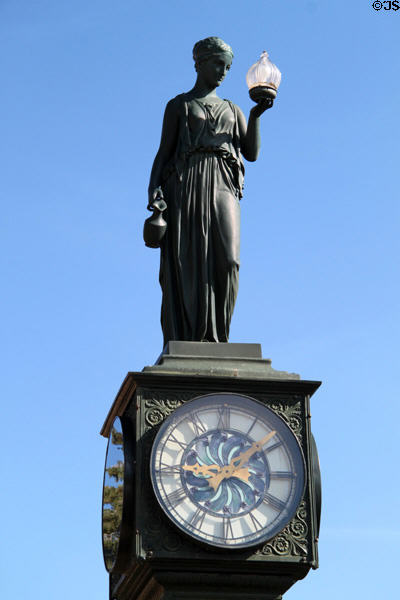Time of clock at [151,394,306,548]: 9:08
